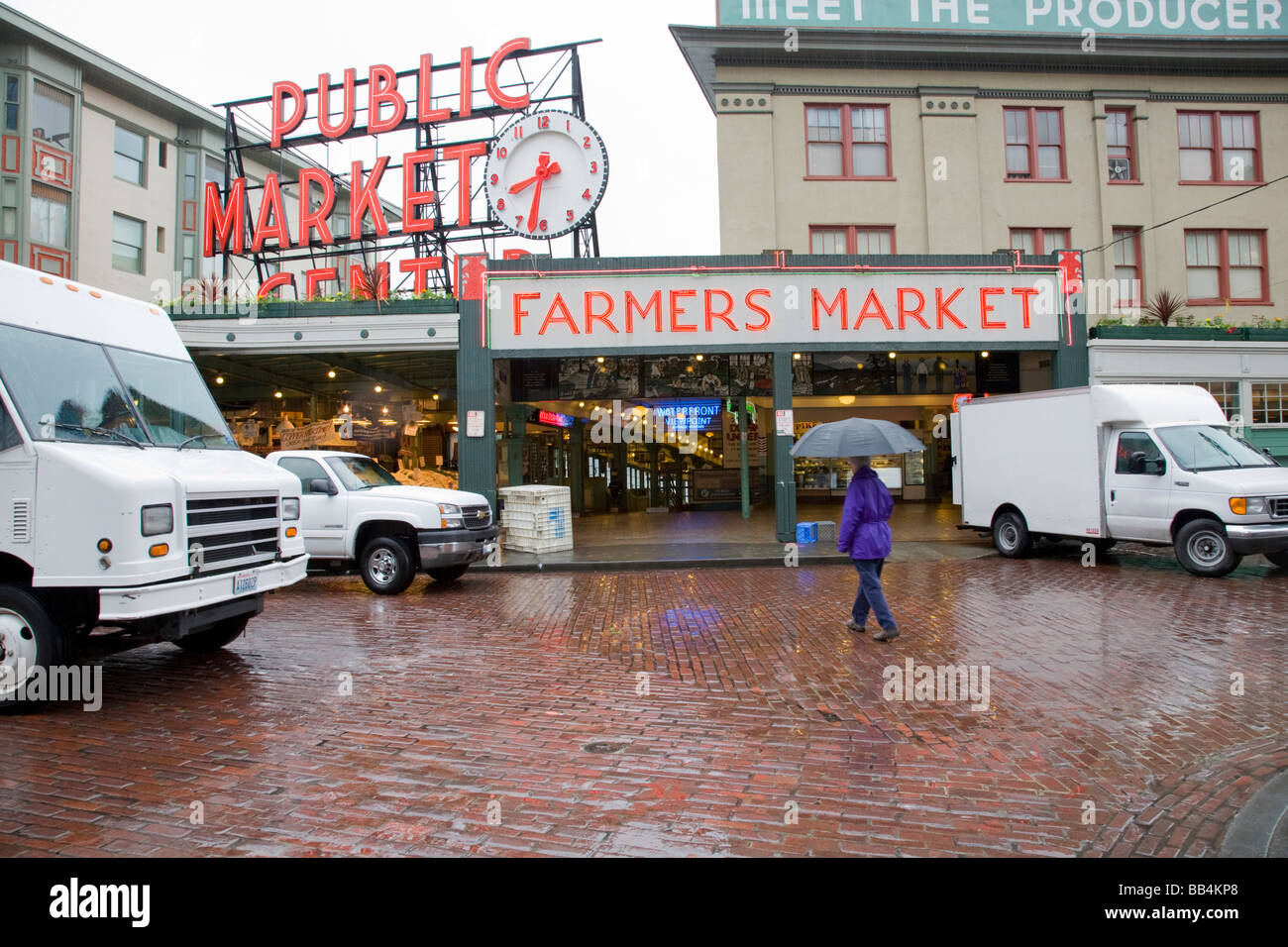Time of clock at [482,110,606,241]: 8:32
